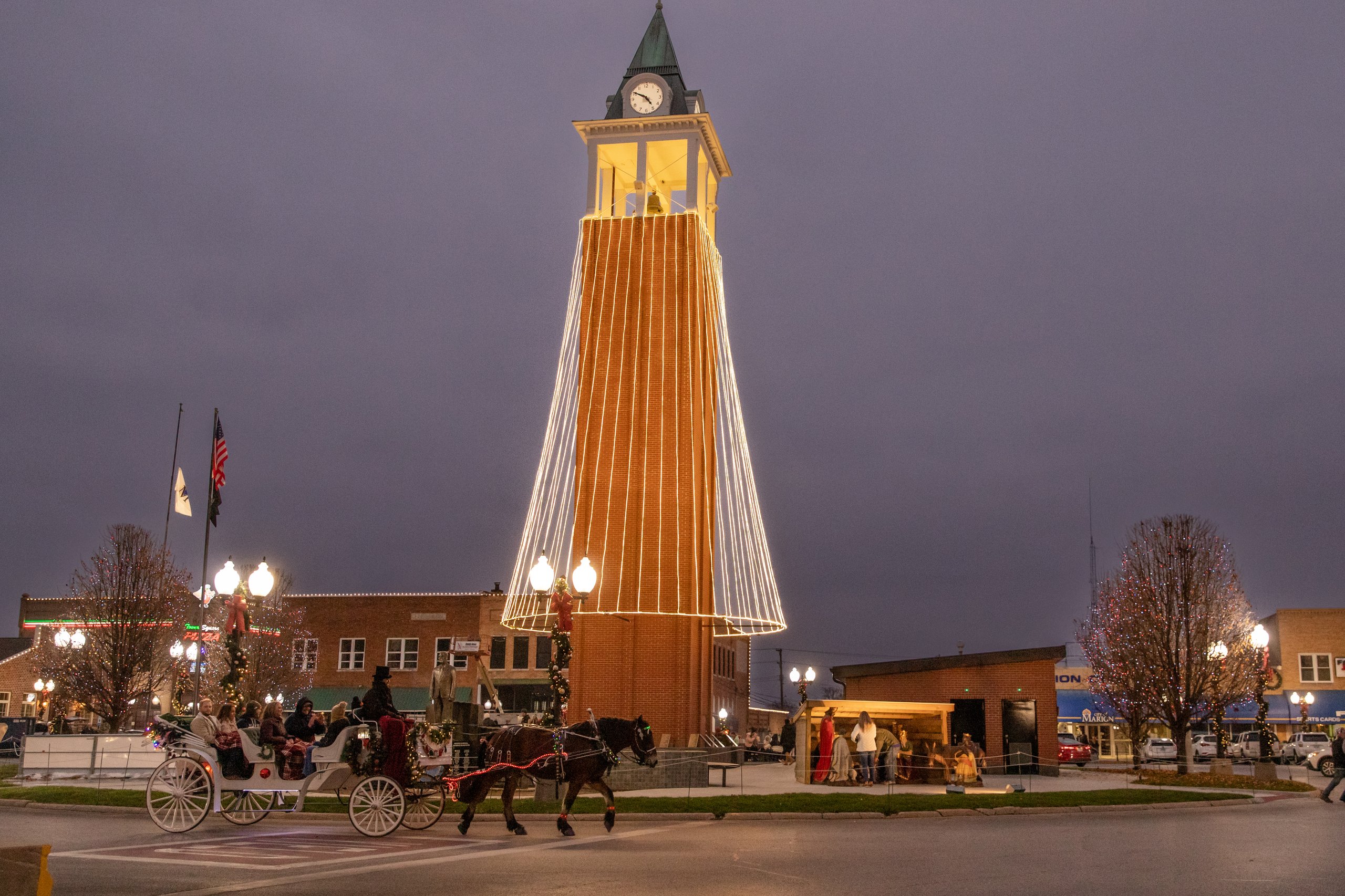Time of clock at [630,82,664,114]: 4:50
